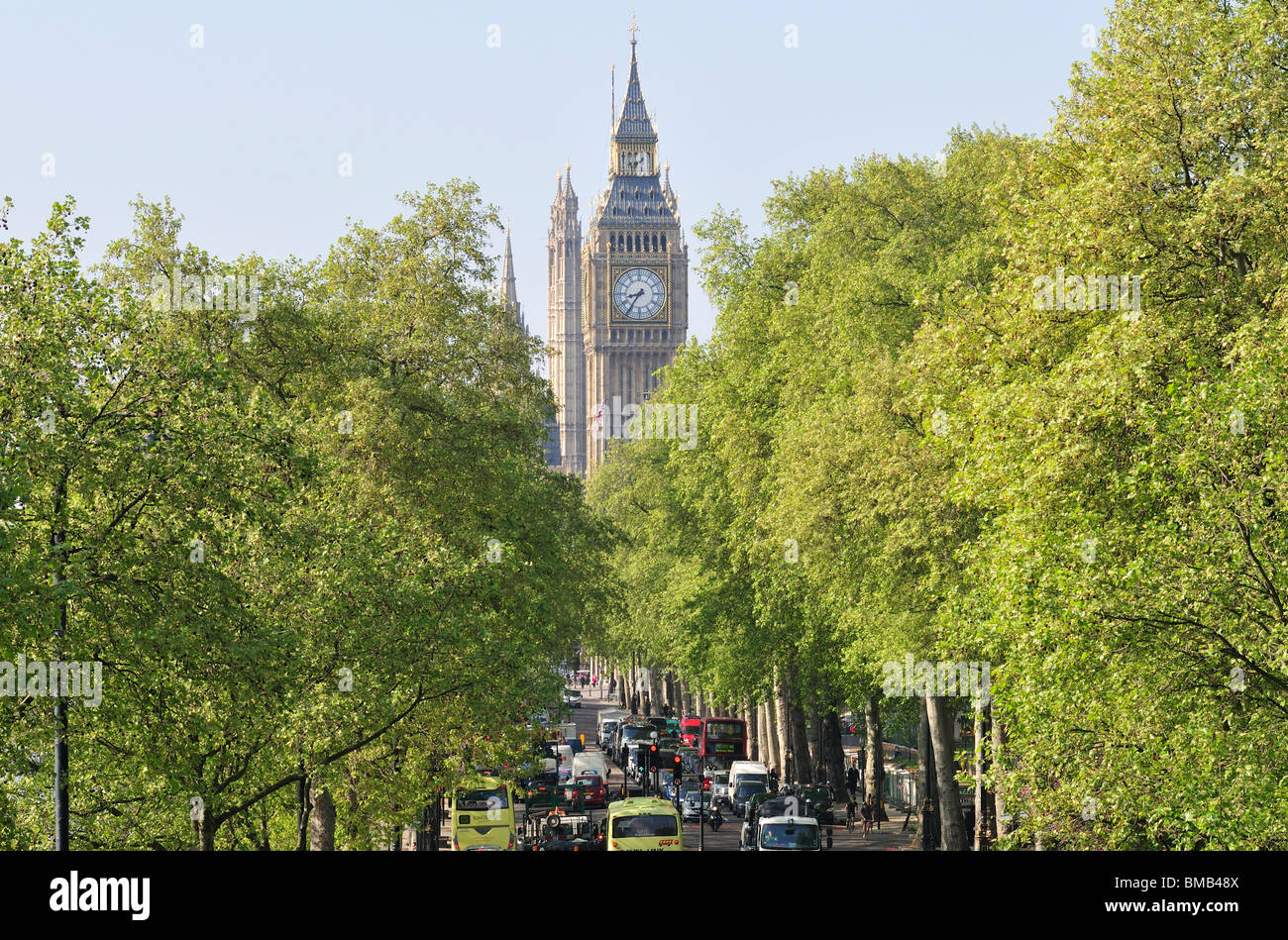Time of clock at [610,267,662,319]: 8:36
